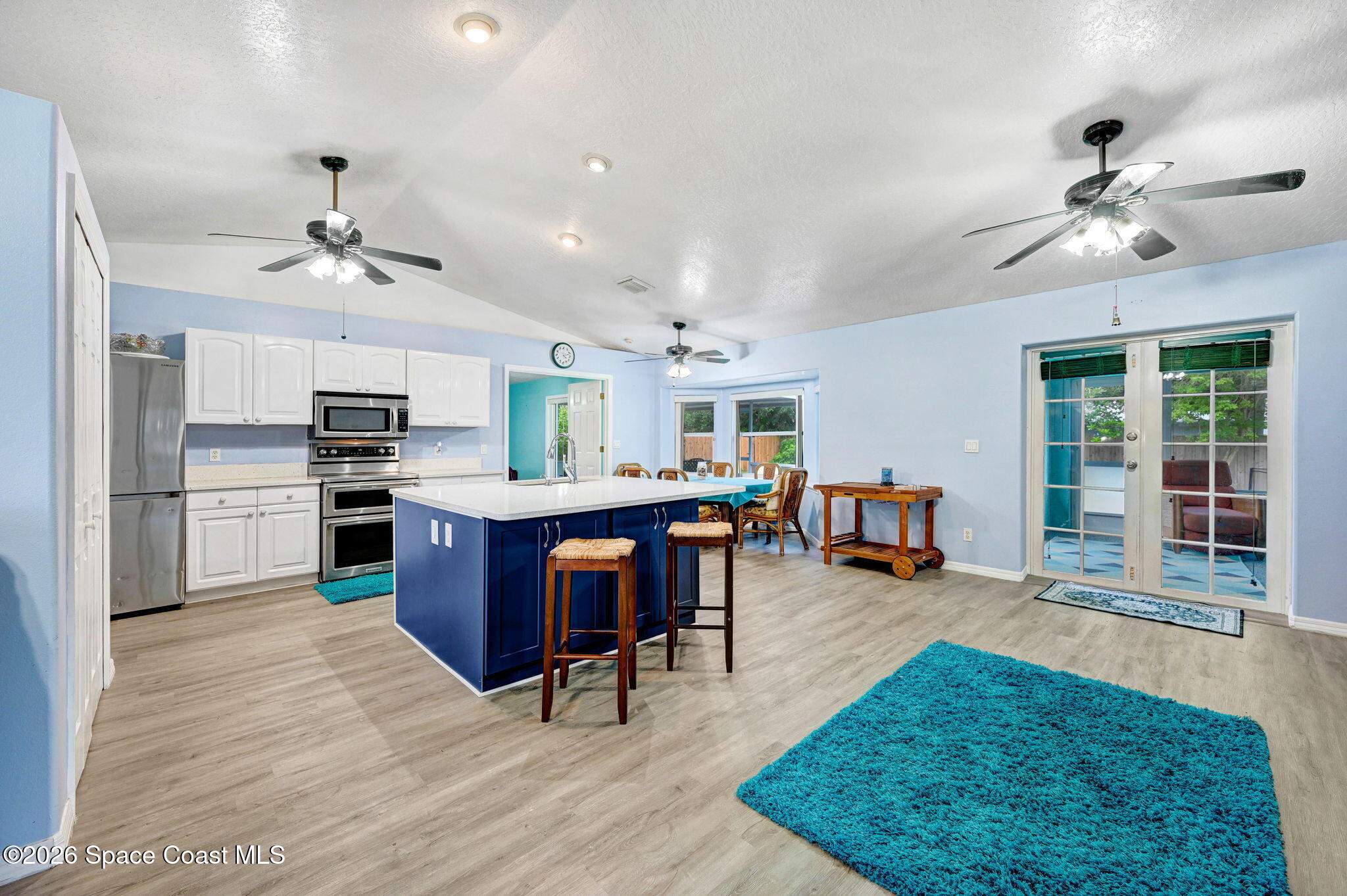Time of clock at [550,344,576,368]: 4:12
